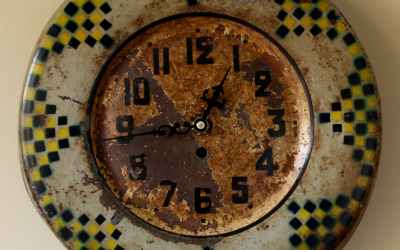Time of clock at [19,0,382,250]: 12:44
